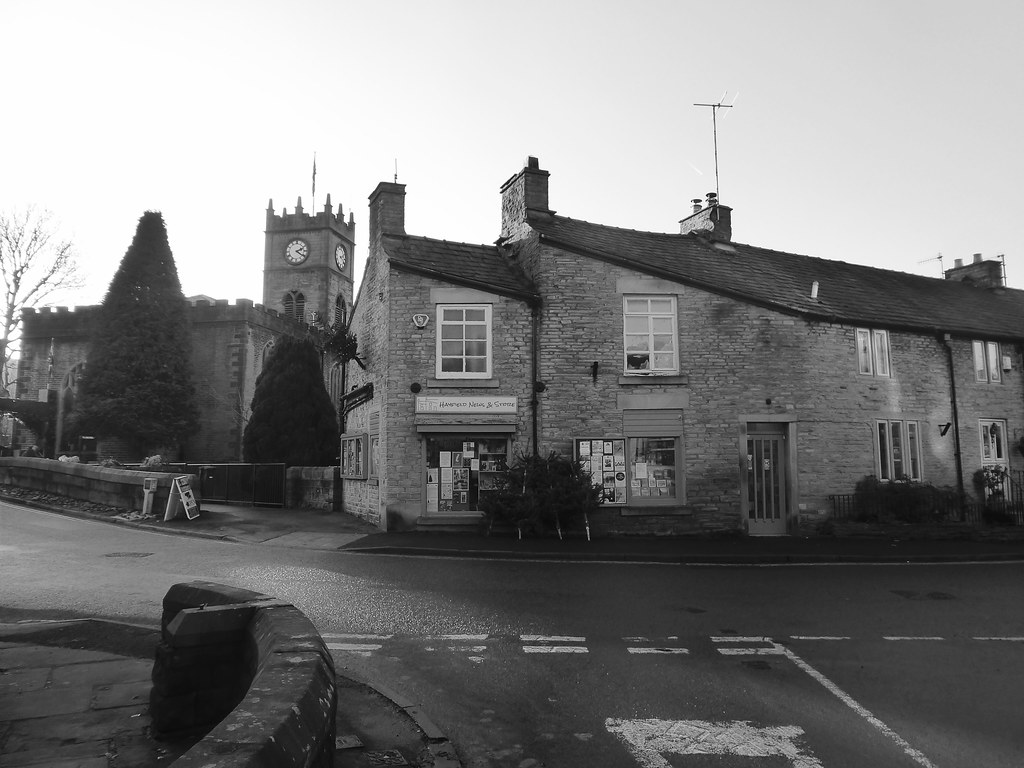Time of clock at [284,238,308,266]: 2:21
